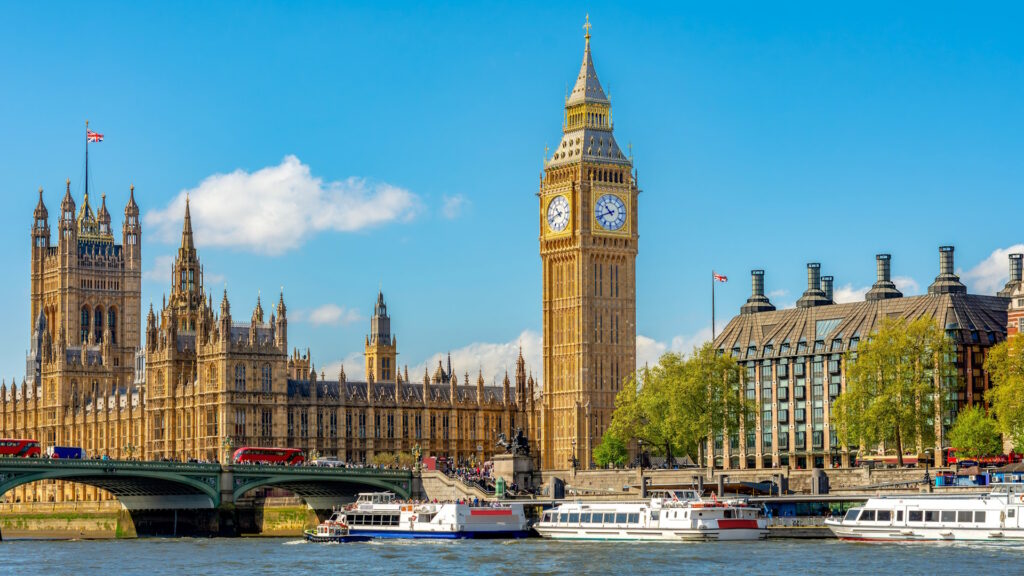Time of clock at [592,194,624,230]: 10:41
